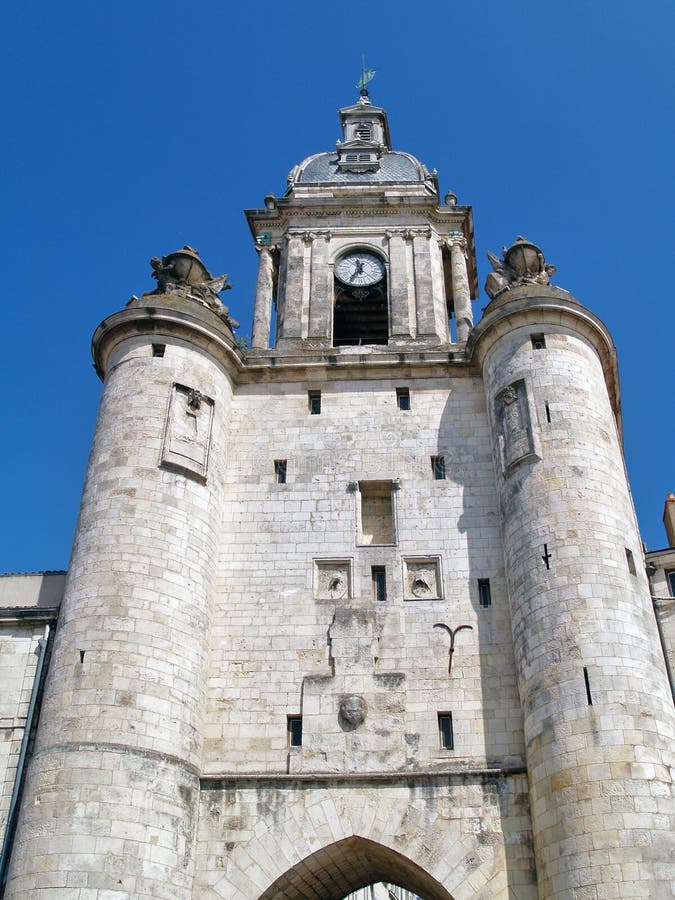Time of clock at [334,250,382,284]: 11:35
